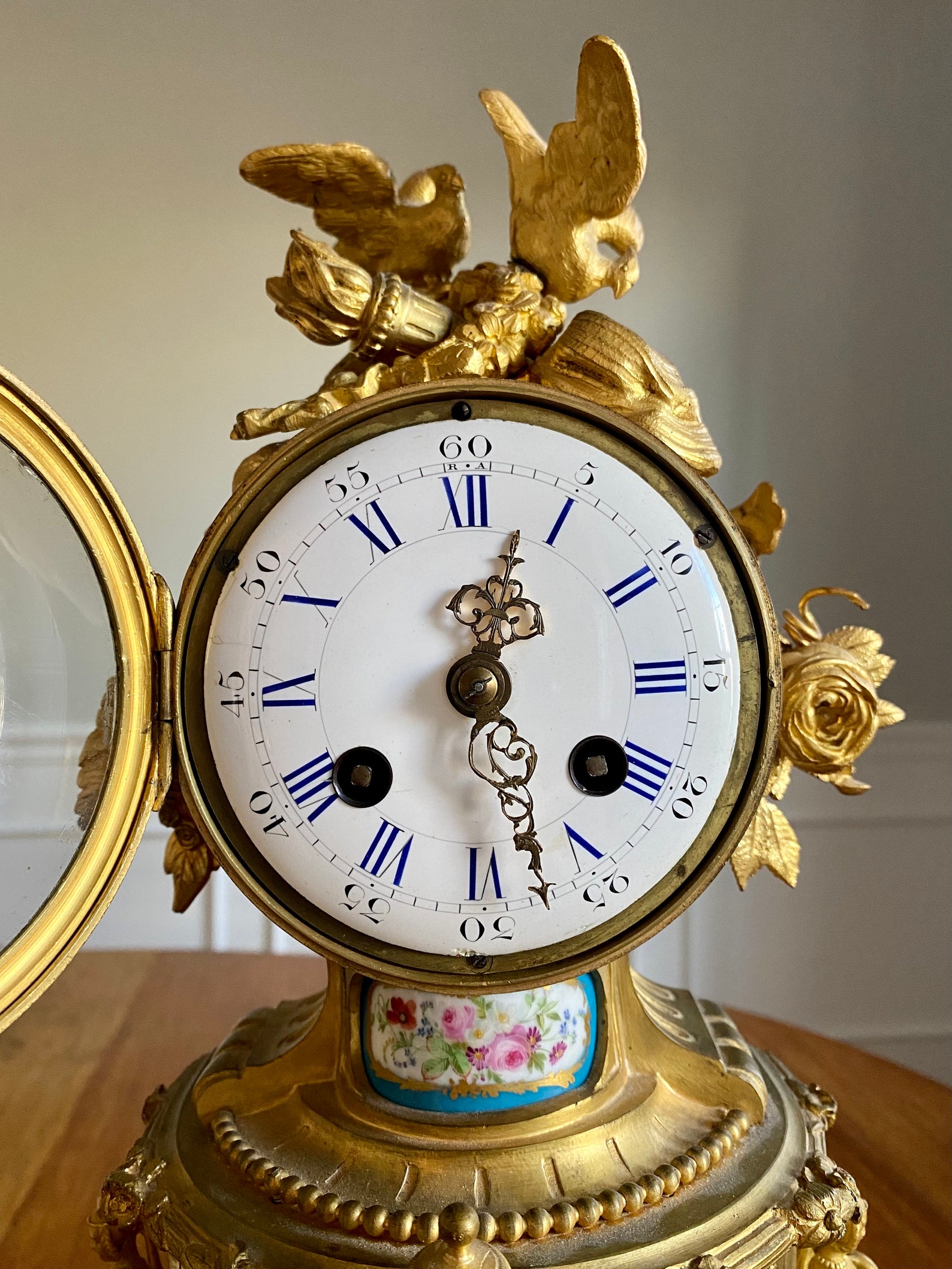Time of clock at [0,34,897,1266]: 12:27
